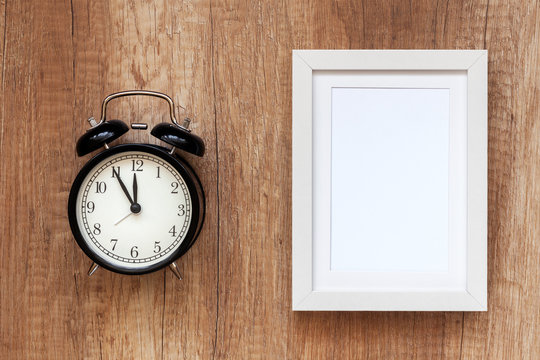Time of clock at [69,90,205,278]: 11:54
